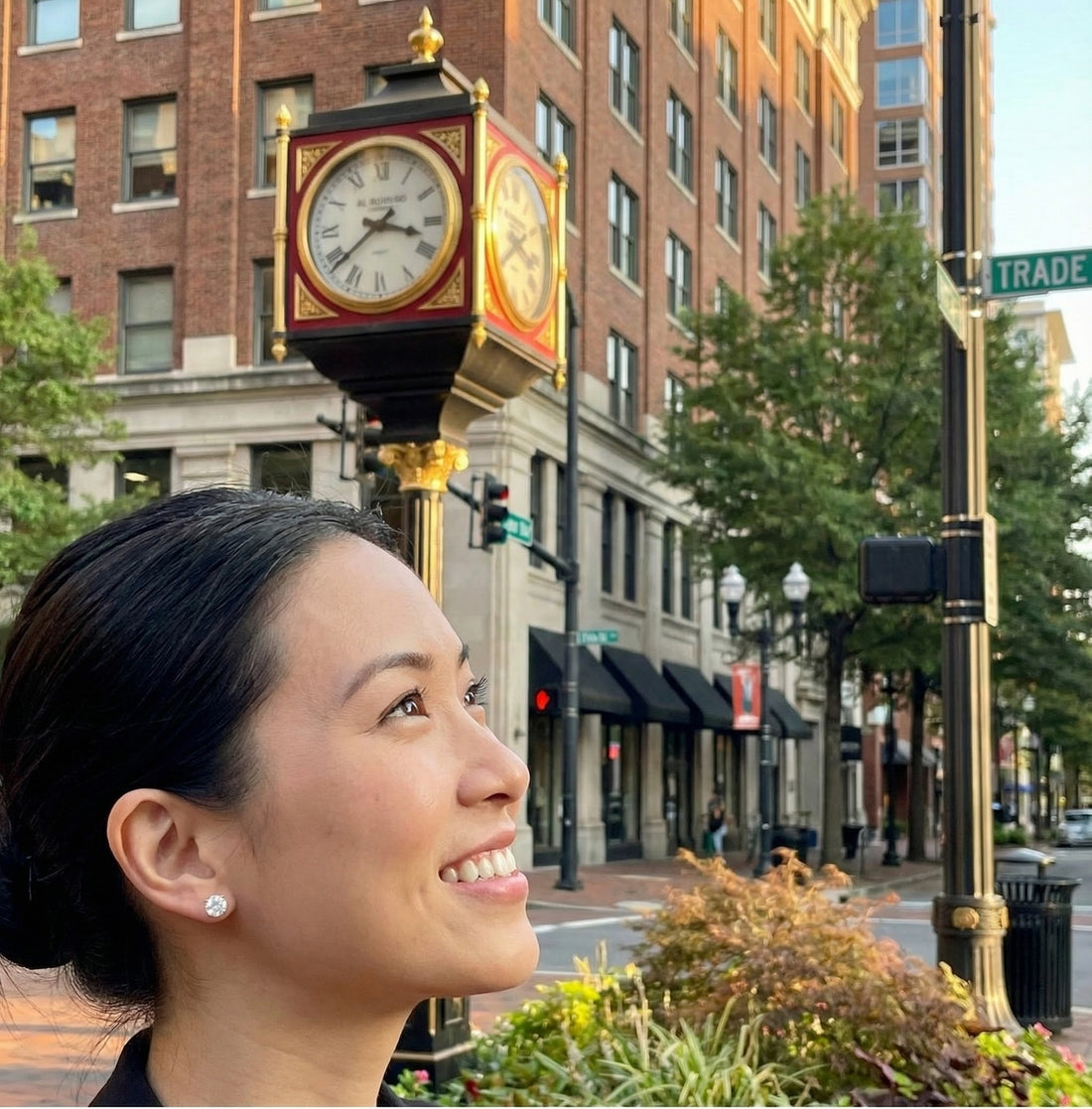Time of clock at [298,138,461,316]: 3:38
